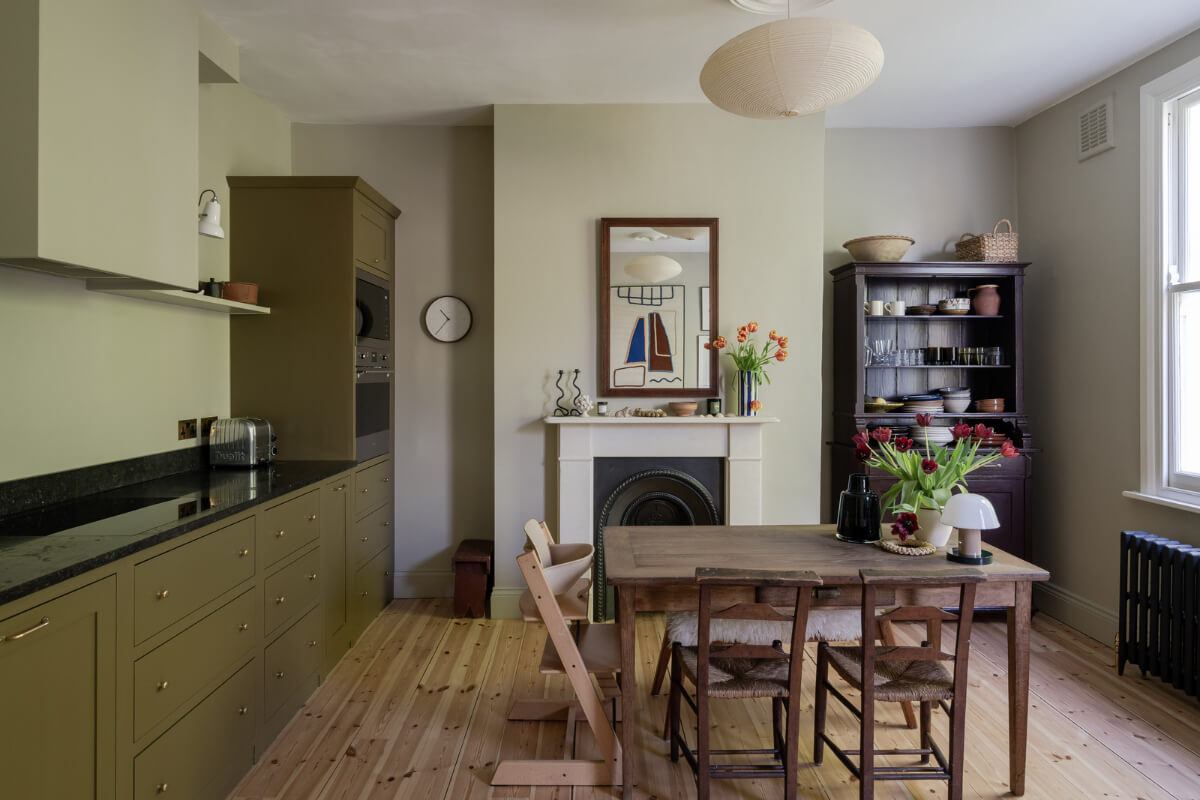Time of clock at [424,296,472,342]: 10:37
